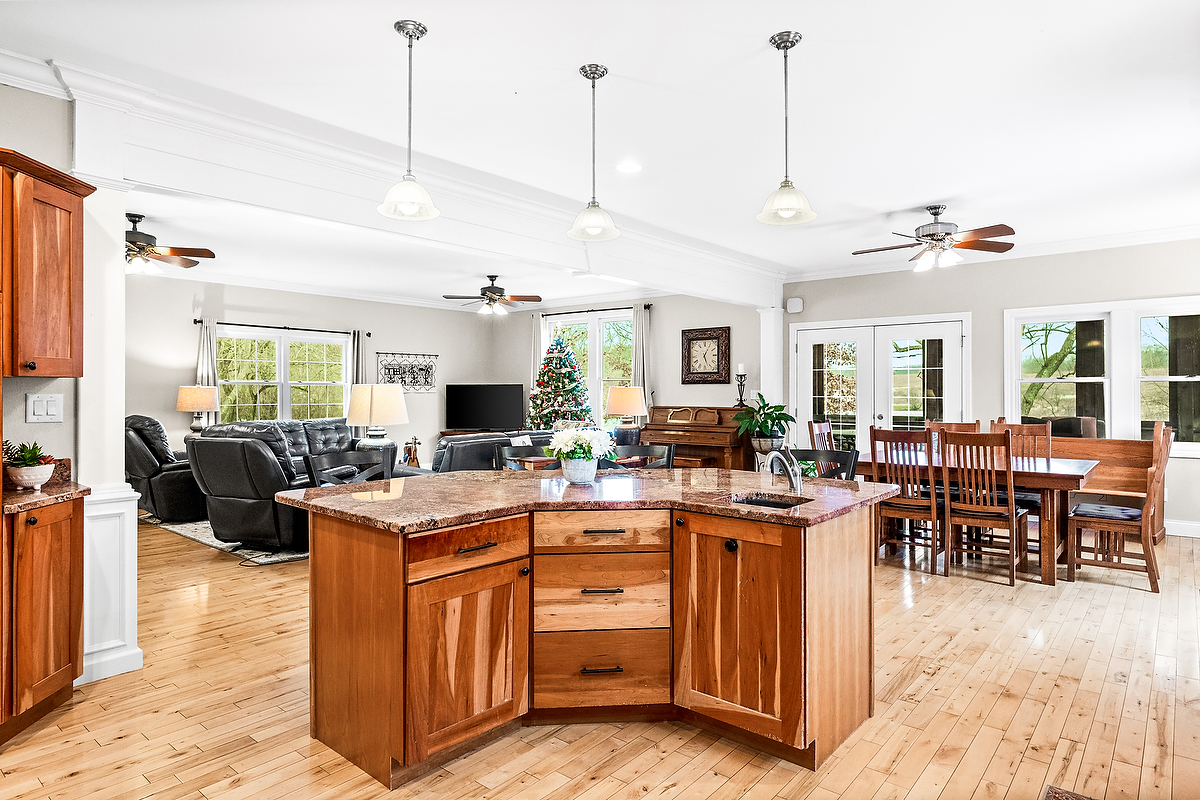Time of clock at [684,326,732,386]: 5:05
